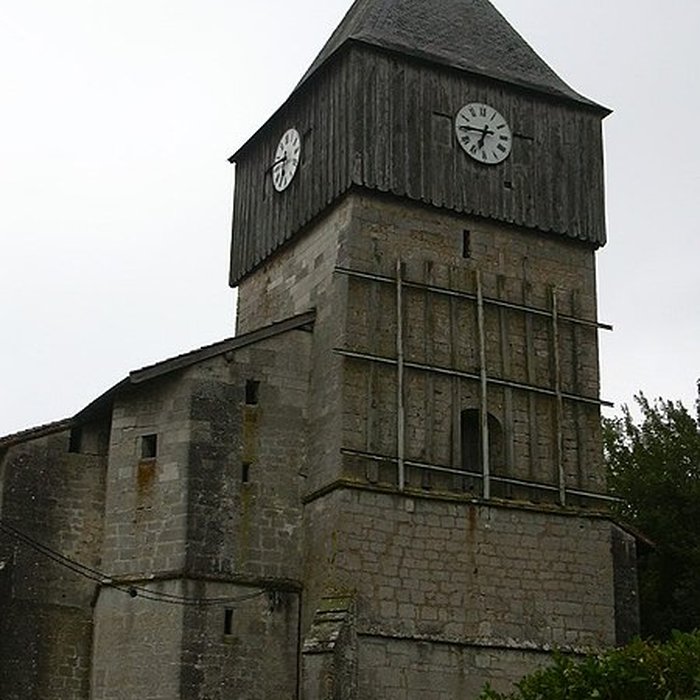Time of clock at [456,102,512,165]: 6:45
